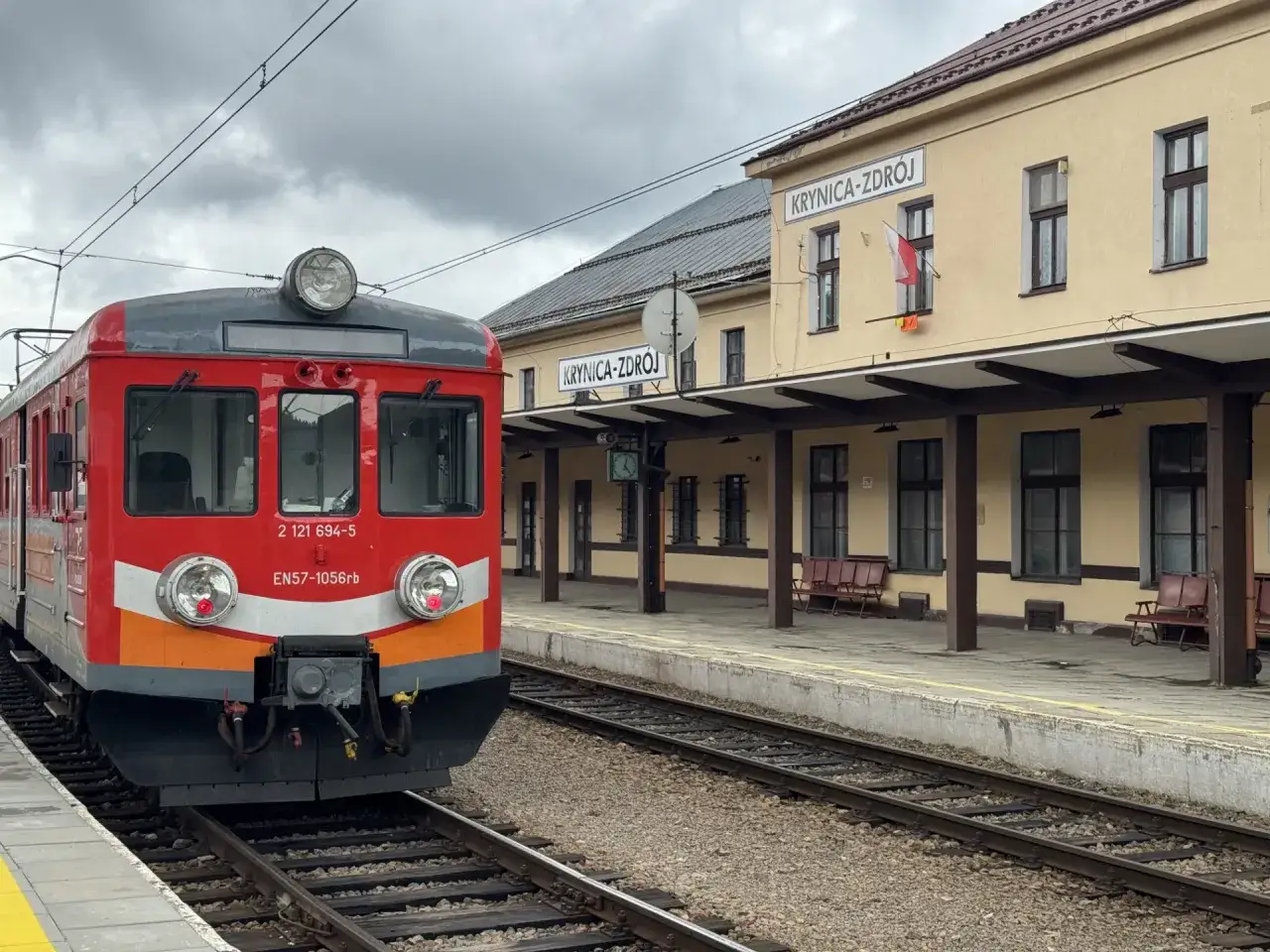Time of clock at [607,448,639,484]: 12:23
